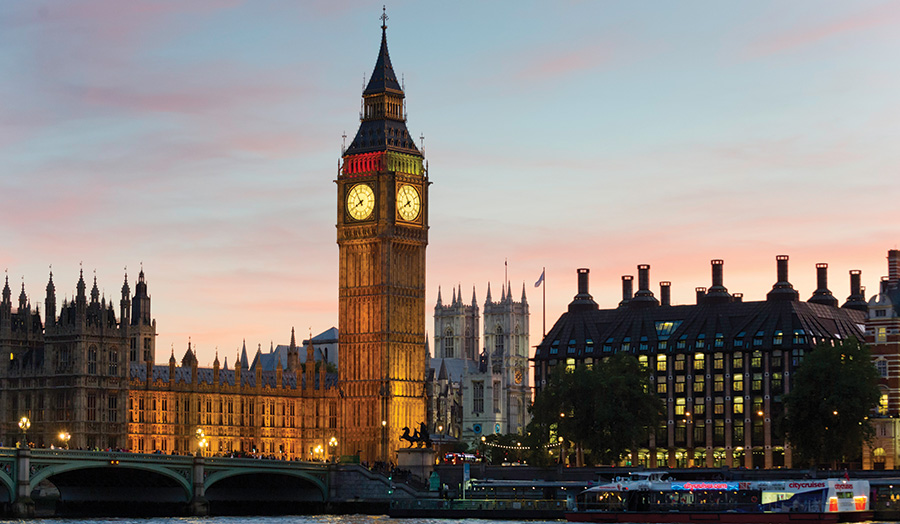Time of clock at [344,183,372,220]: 7:54
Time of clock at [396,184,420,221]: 7:54
